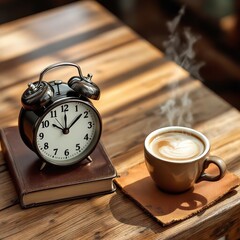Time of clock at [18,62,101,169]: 10:08
